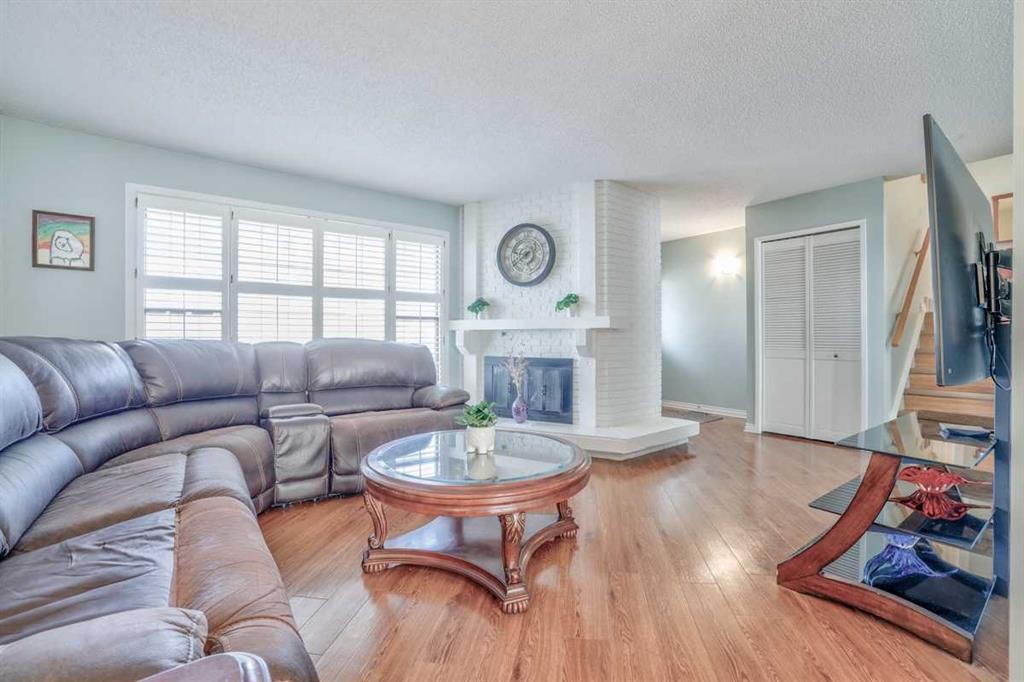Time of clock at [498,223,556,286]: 8:38
